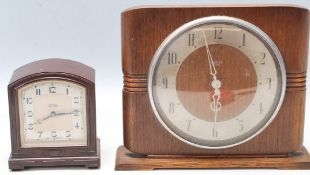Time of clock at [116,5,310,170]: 5:57
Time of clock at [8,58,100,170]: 8:14
